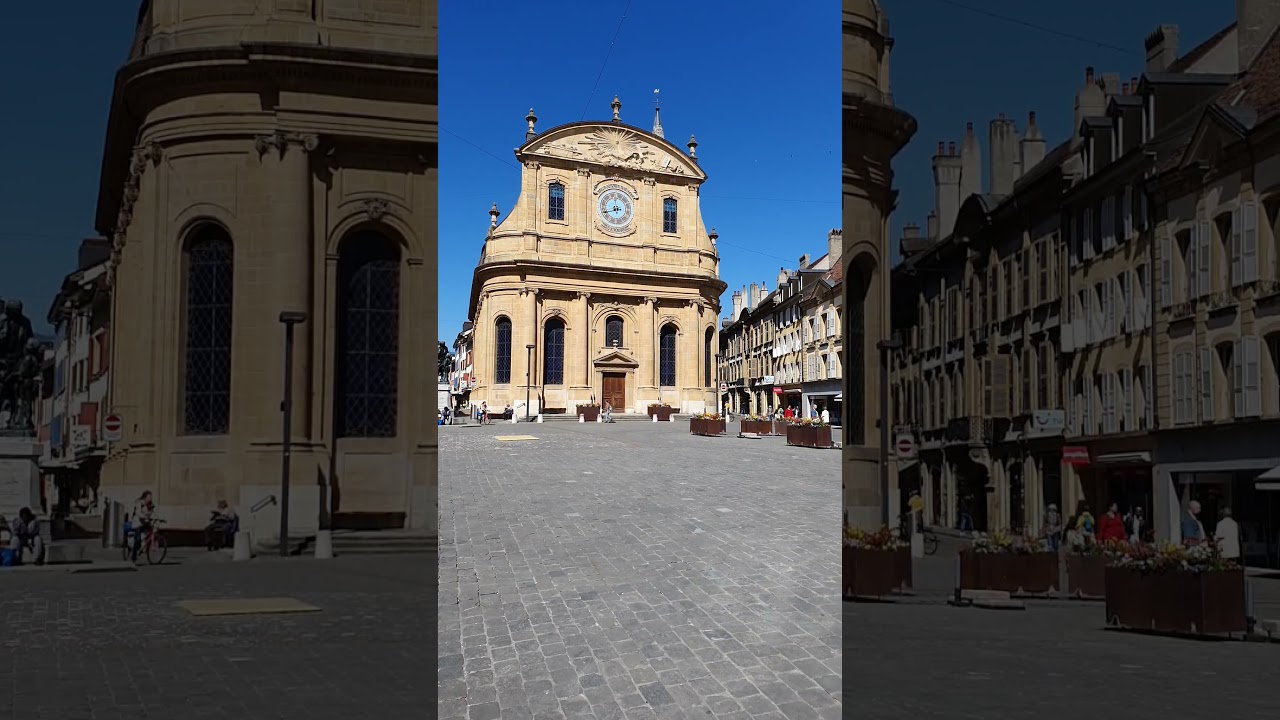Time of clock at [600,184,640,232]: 11:41
